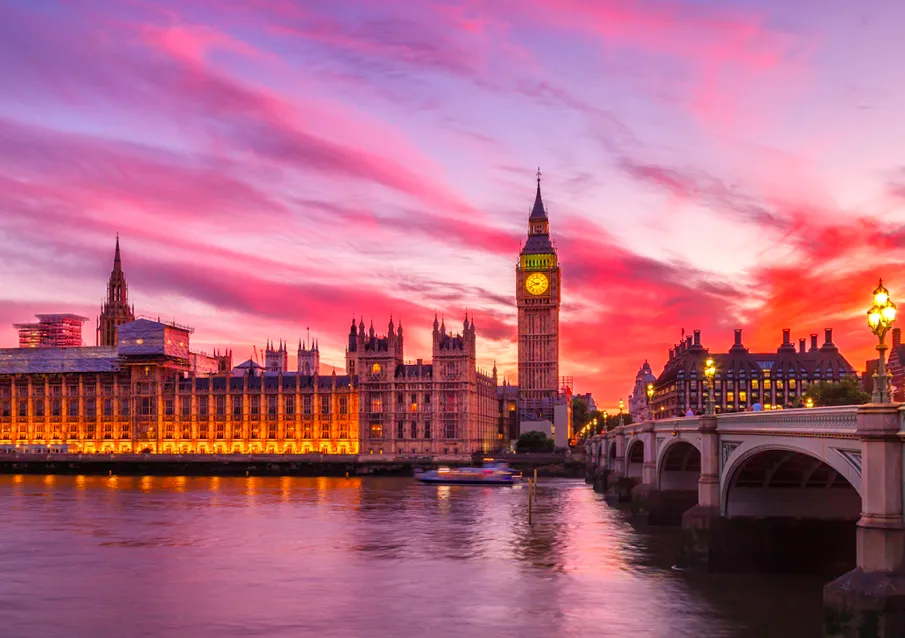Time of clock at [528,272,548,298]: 9:42
